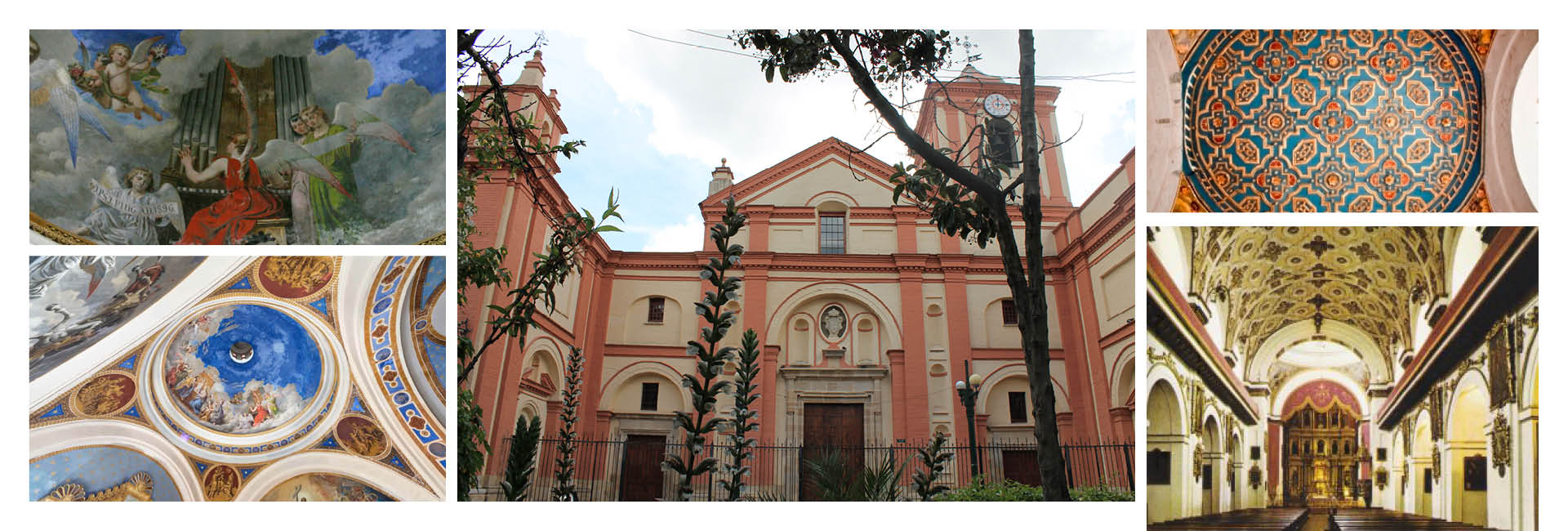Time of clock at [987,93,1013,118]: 12:14
